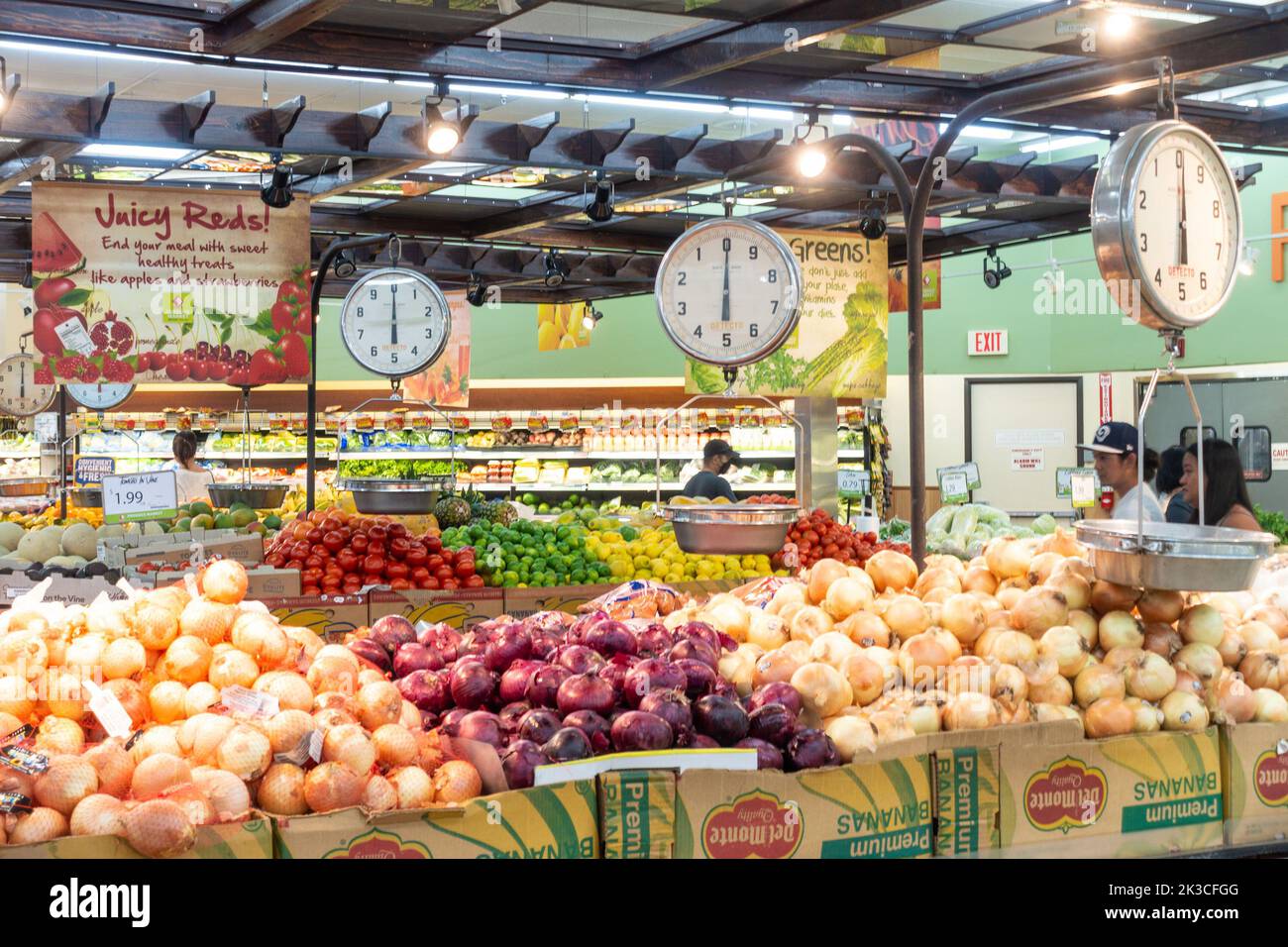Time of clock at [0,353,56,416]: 6:00
